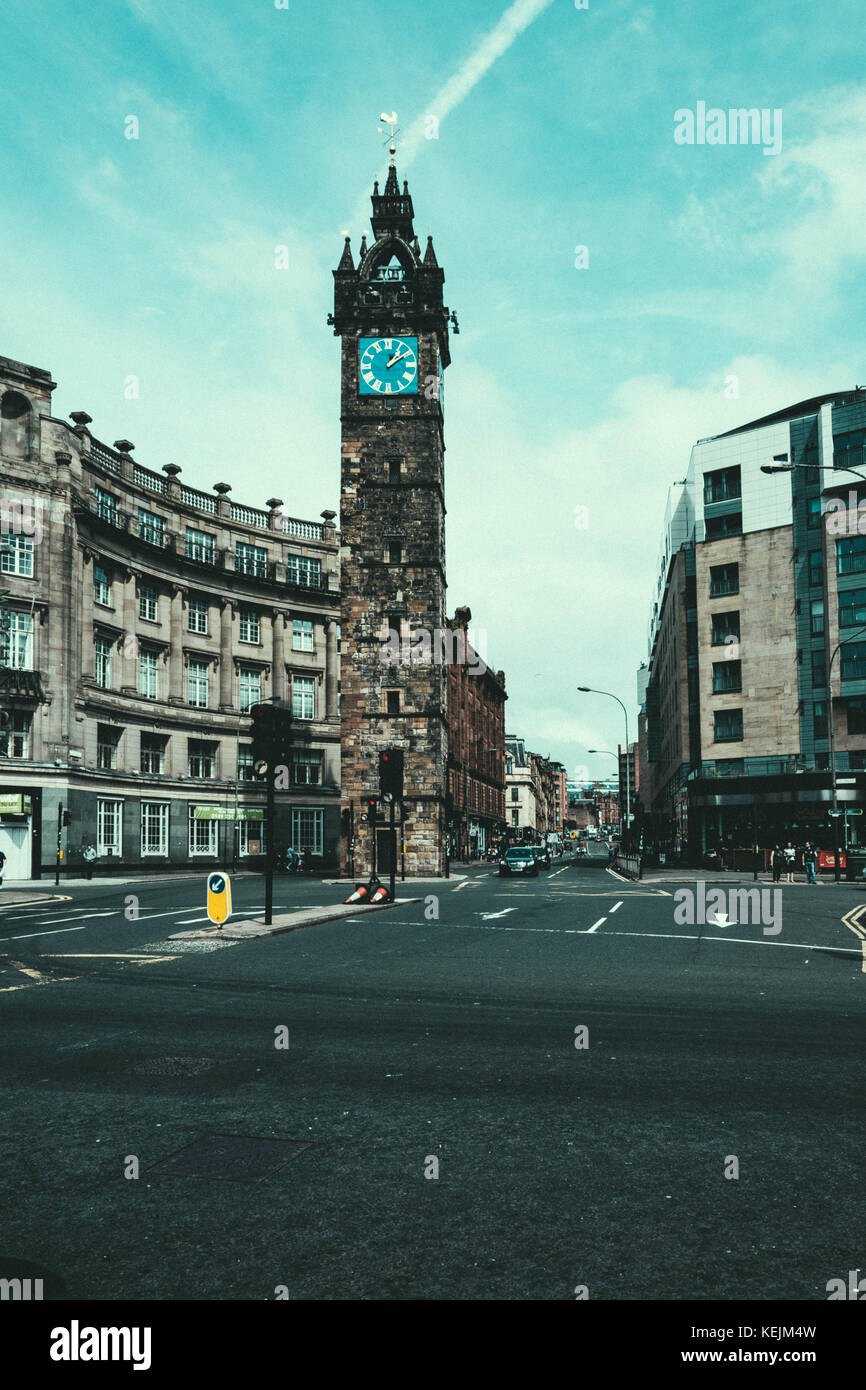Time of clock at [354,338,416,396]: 1:09
